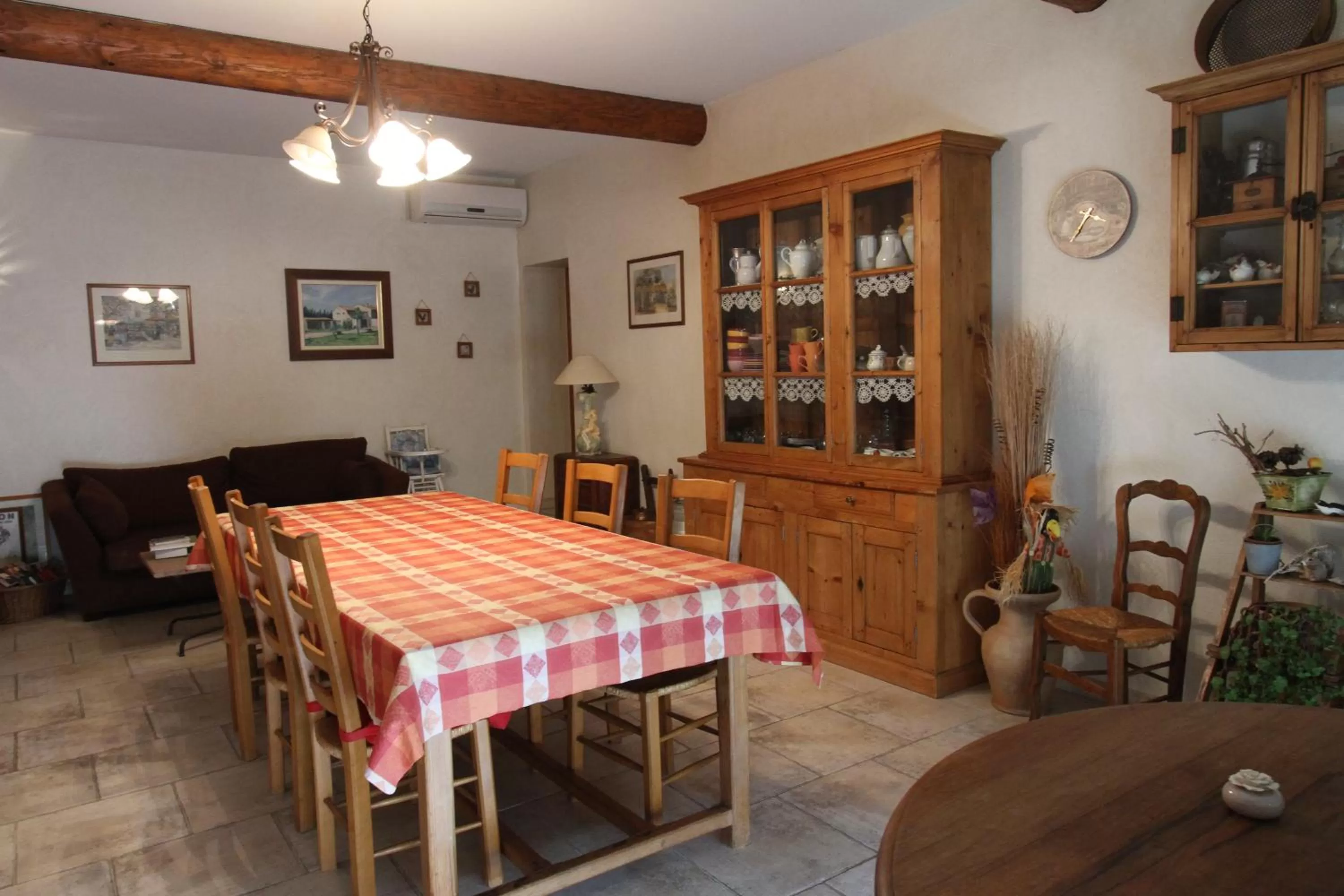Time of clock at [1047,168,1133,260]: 3:34
